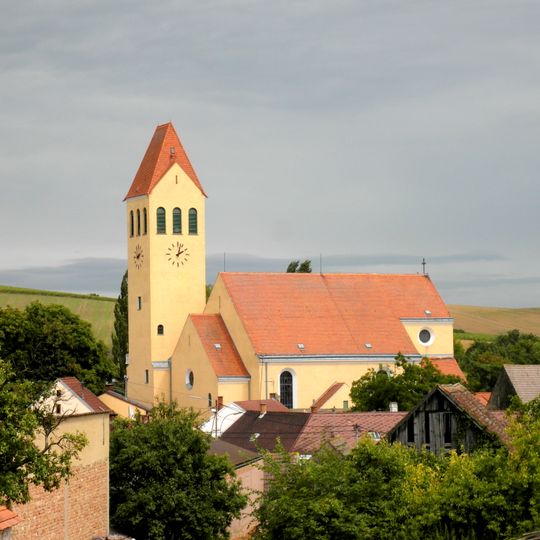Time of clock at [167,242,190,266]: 2:02
